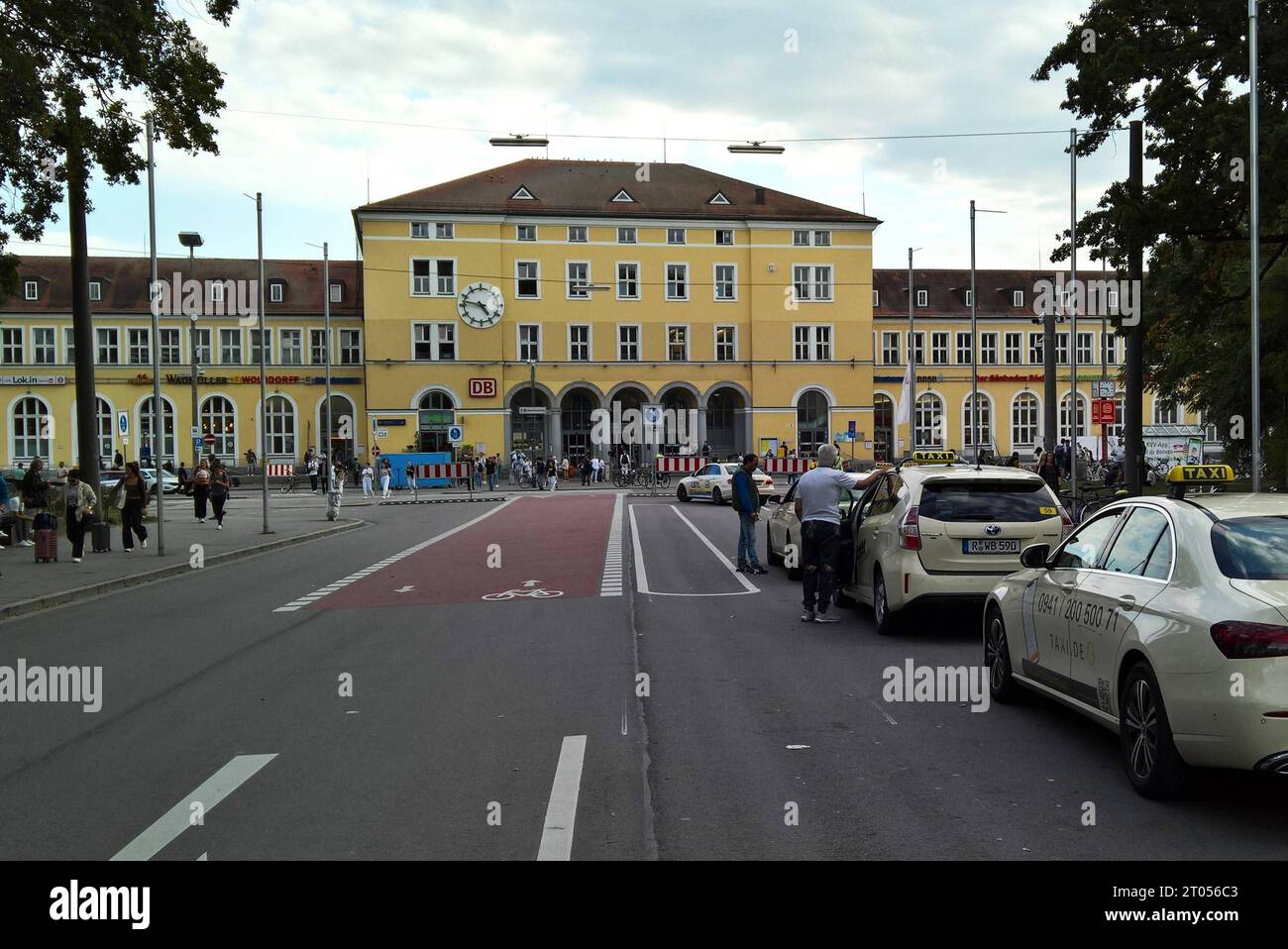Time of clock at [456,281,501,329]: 4:47
